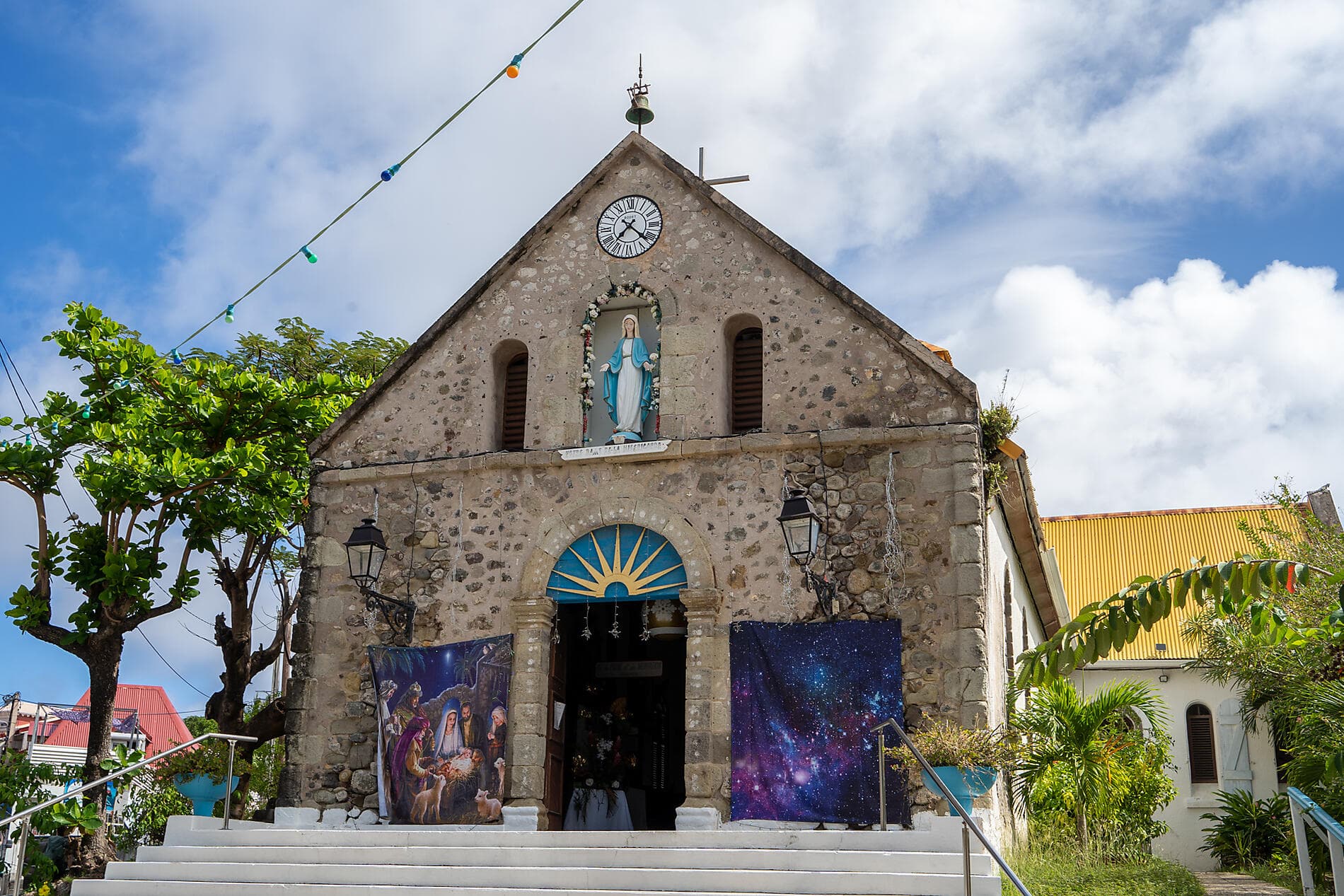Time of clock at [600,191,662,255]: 7:21
